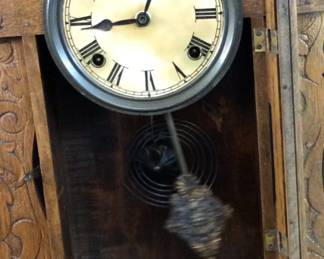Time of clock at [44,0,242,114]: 12:43
